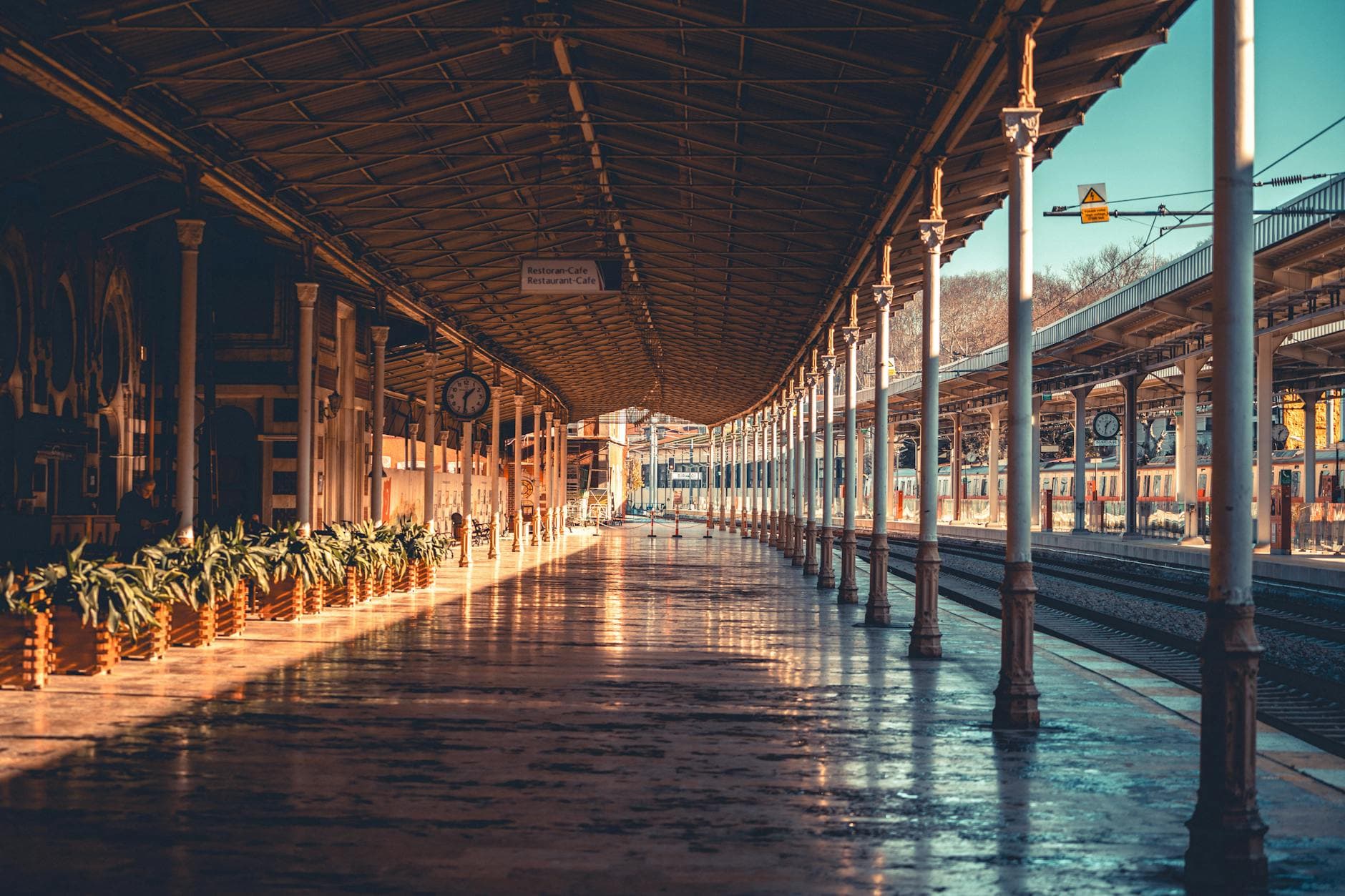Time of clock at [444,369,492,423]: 1:31
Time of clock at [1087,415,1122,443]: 1:32
